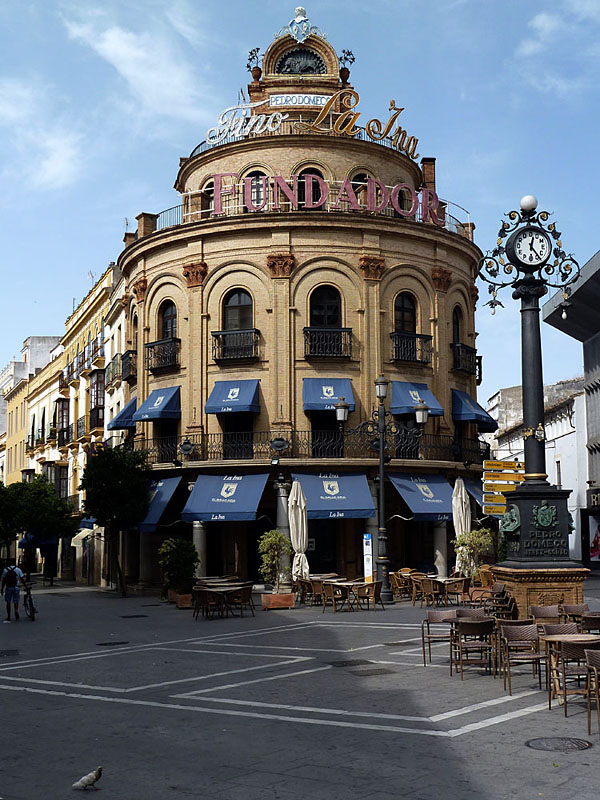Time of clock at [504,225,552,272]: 12:23
